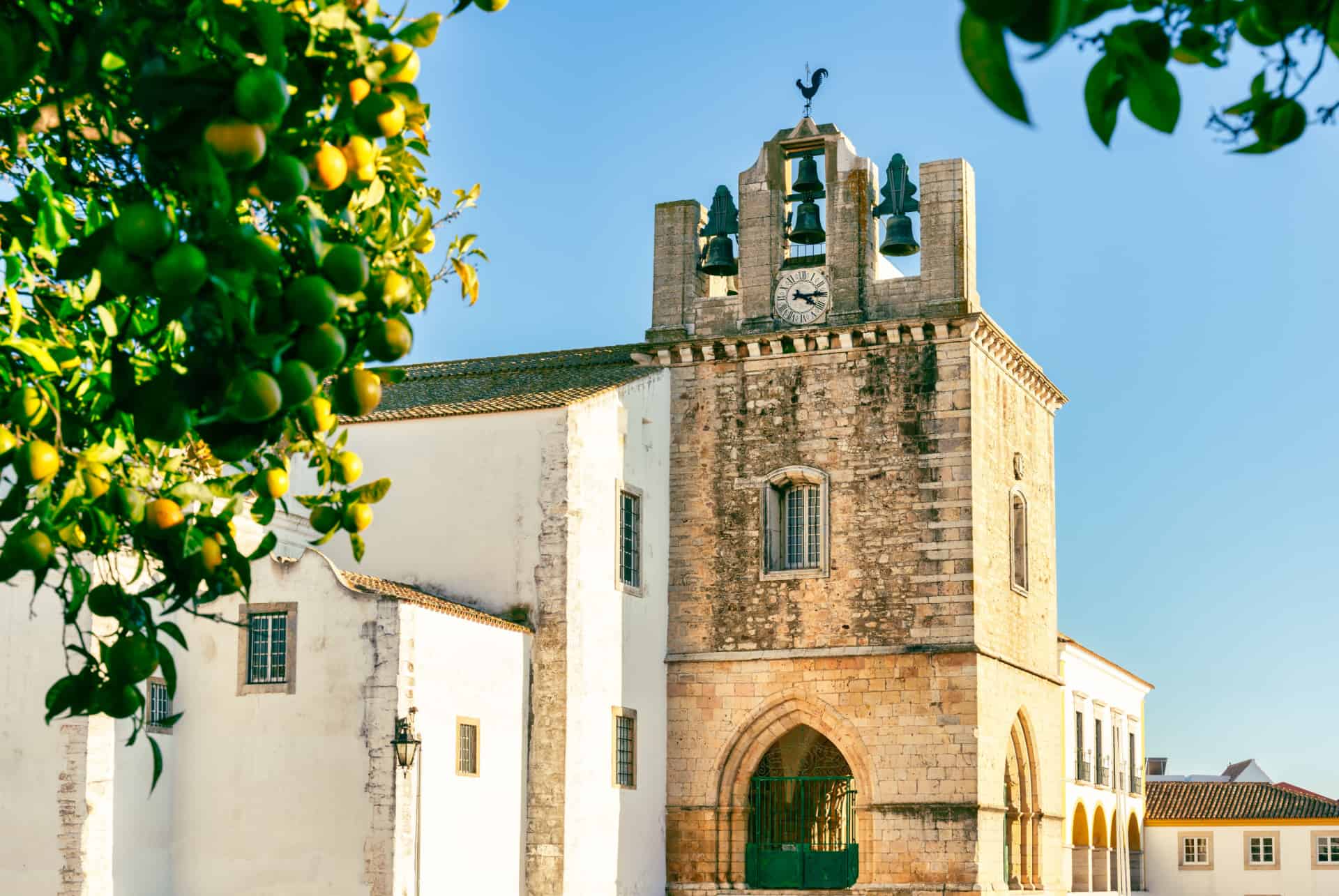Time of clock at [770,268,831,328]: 4:14
